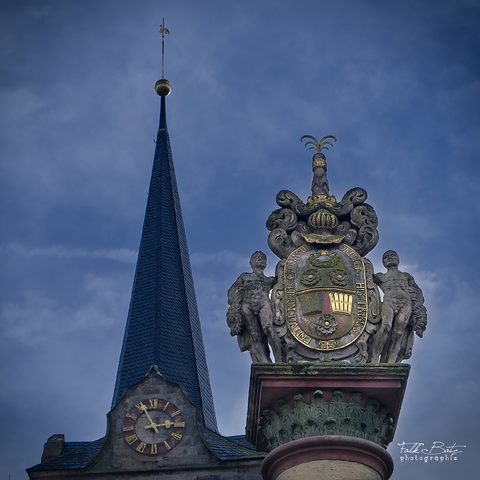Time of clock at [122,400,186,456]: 2:56
